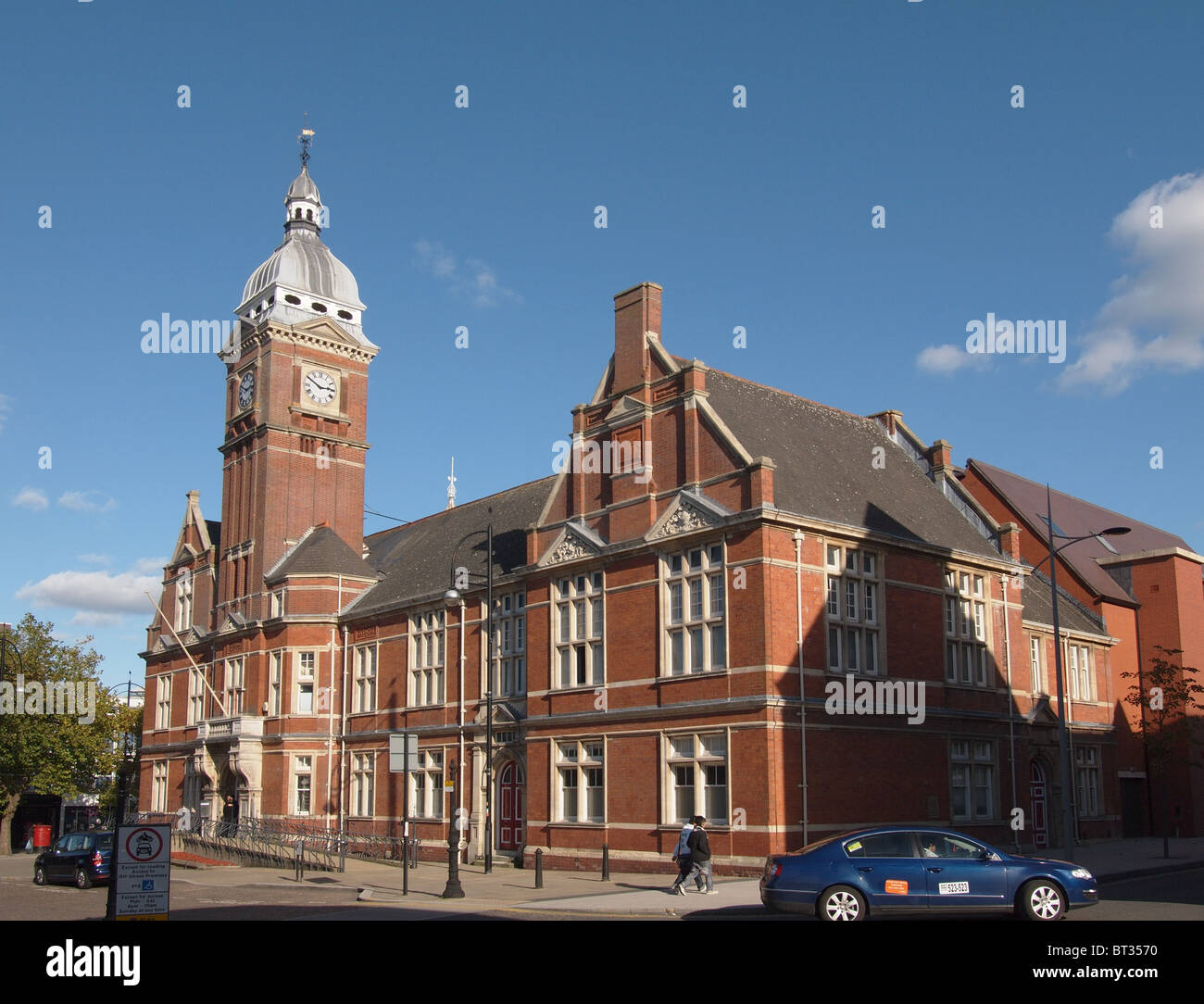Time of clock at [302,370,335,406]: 2:50
